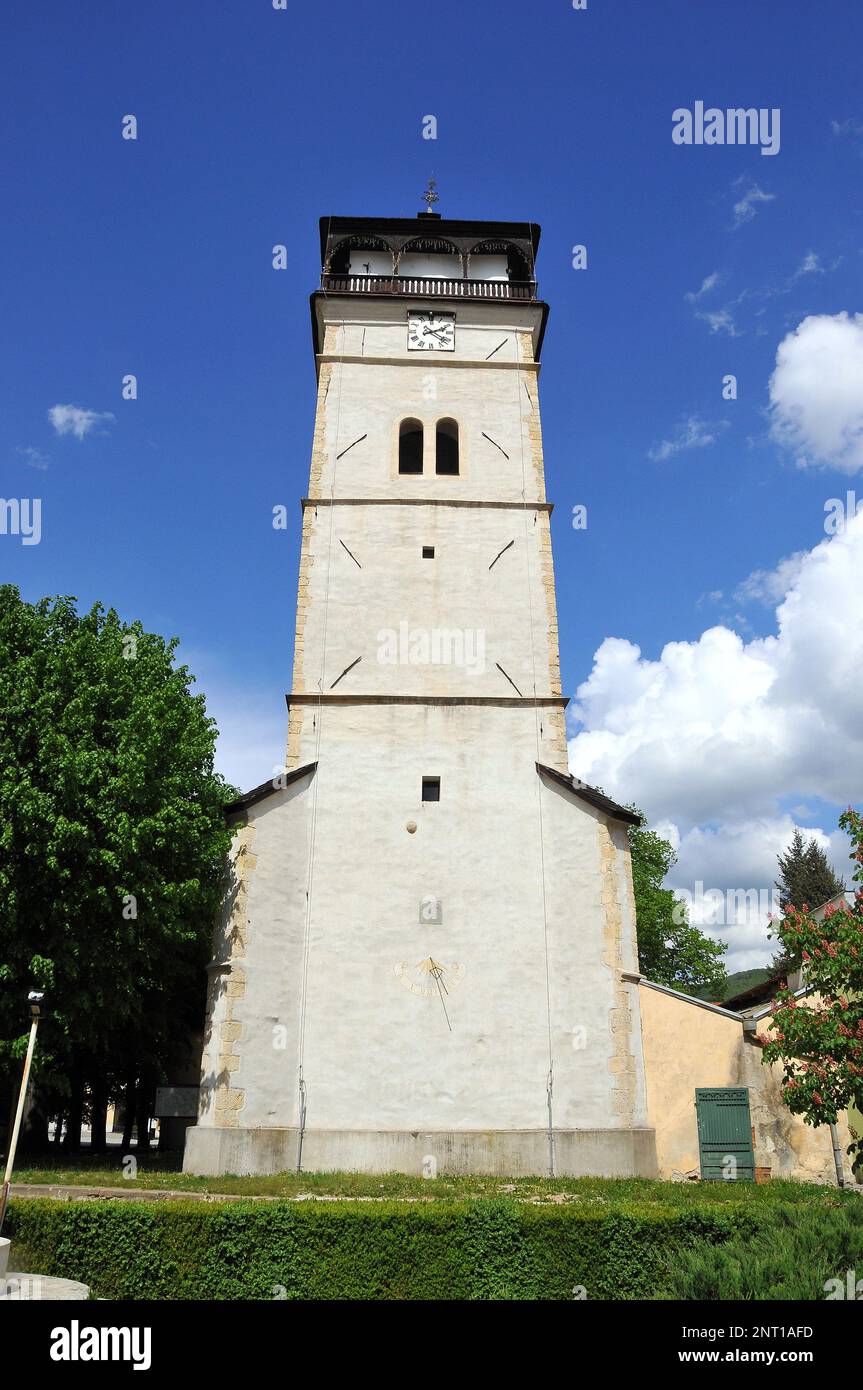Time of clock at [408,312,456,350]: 2:21
